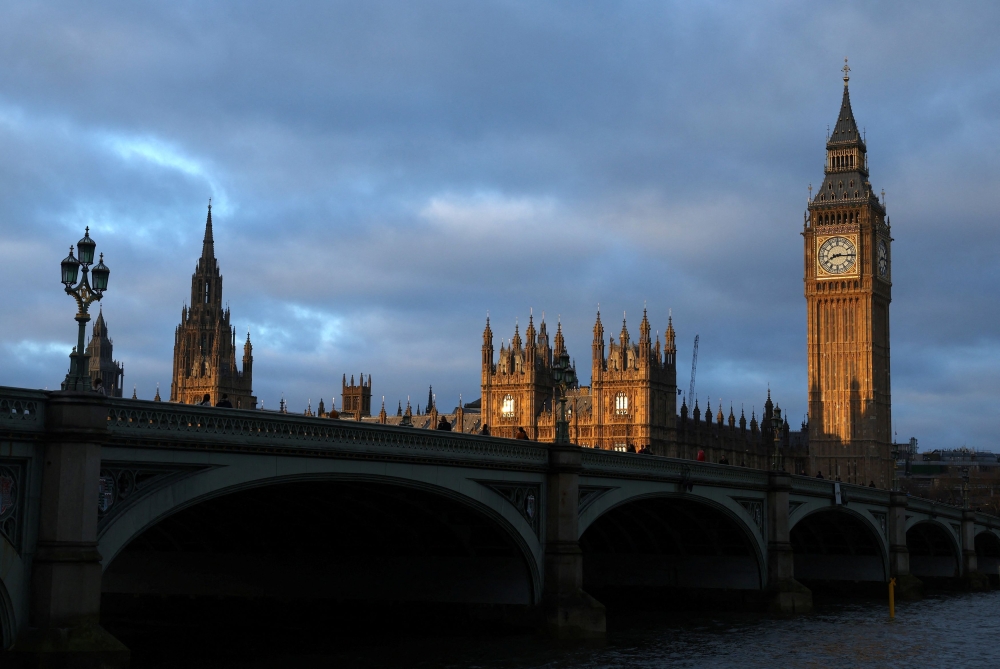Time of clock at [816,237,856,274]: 8:15
